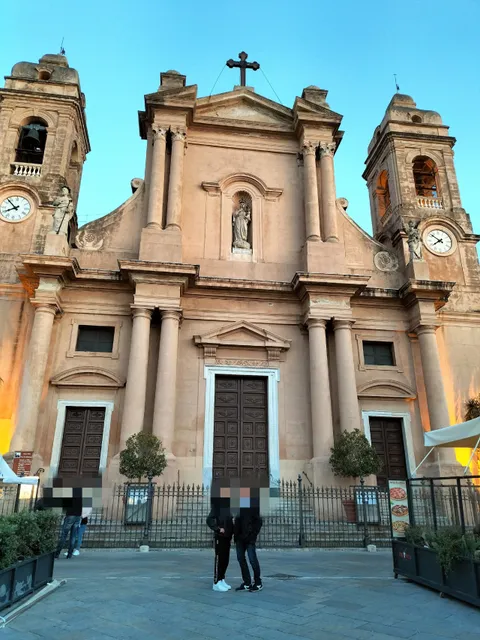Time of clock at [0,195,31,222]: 7:52
